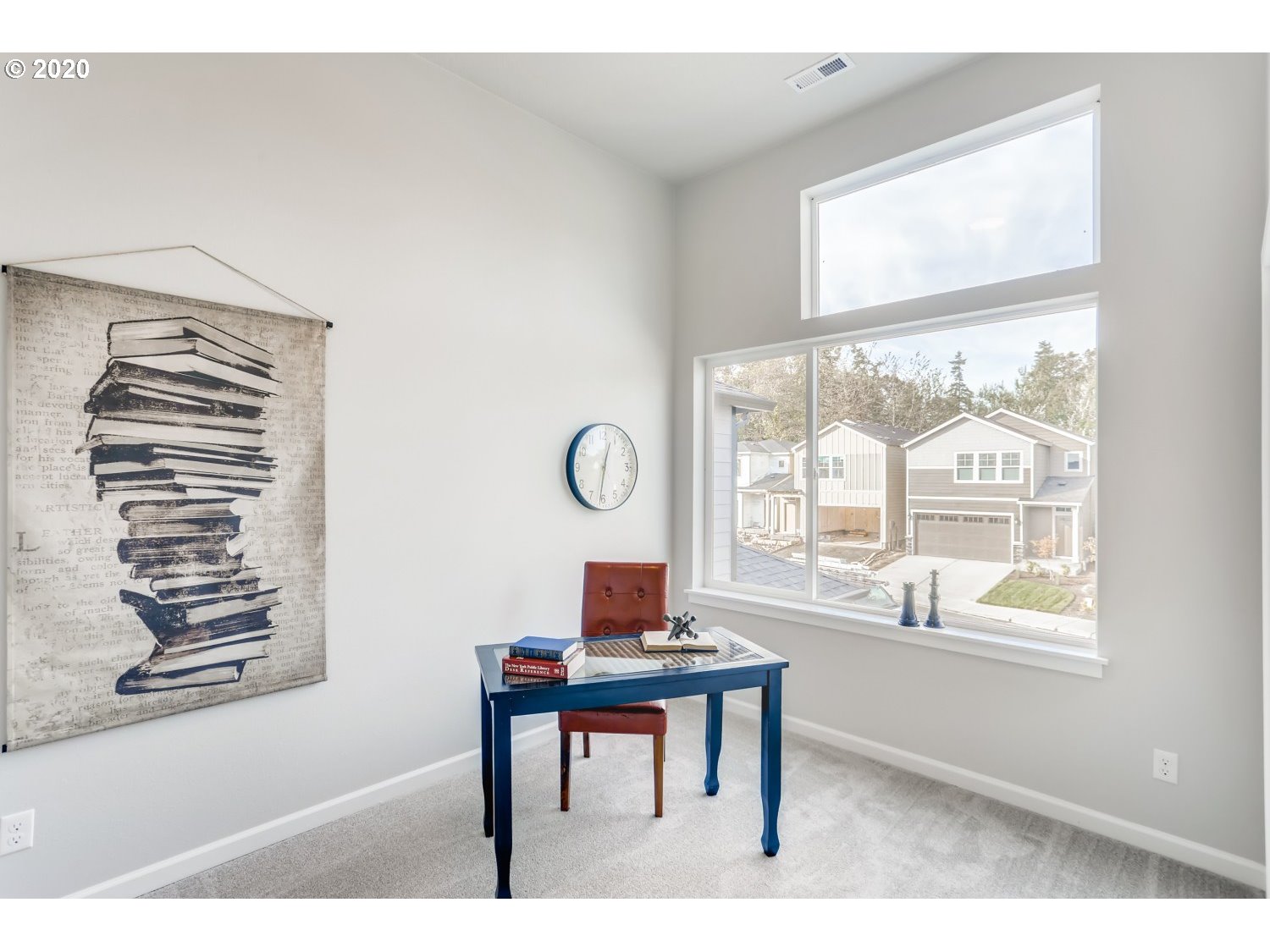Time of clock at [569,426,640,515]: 12:31
